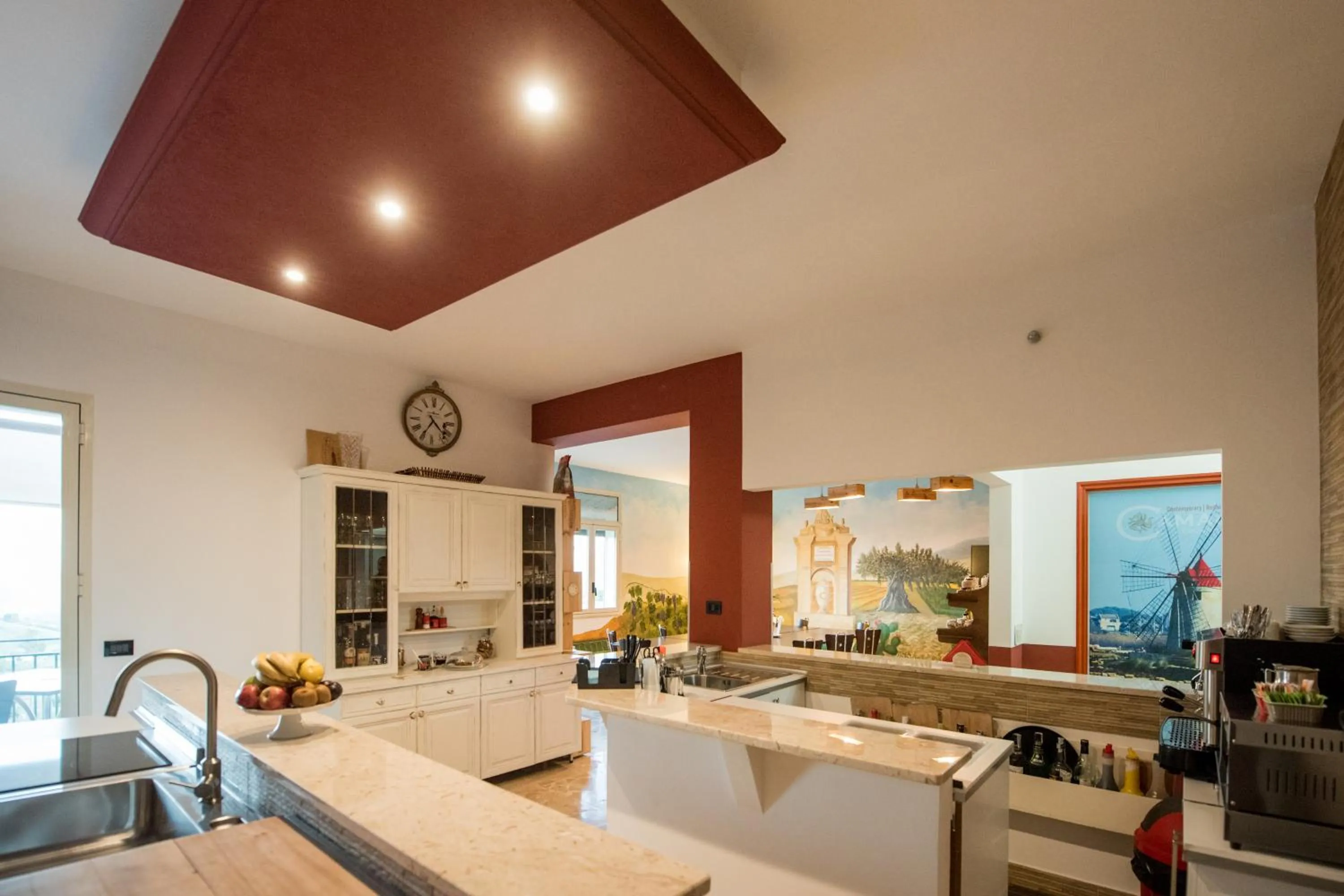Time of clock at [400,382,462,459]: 4:35
